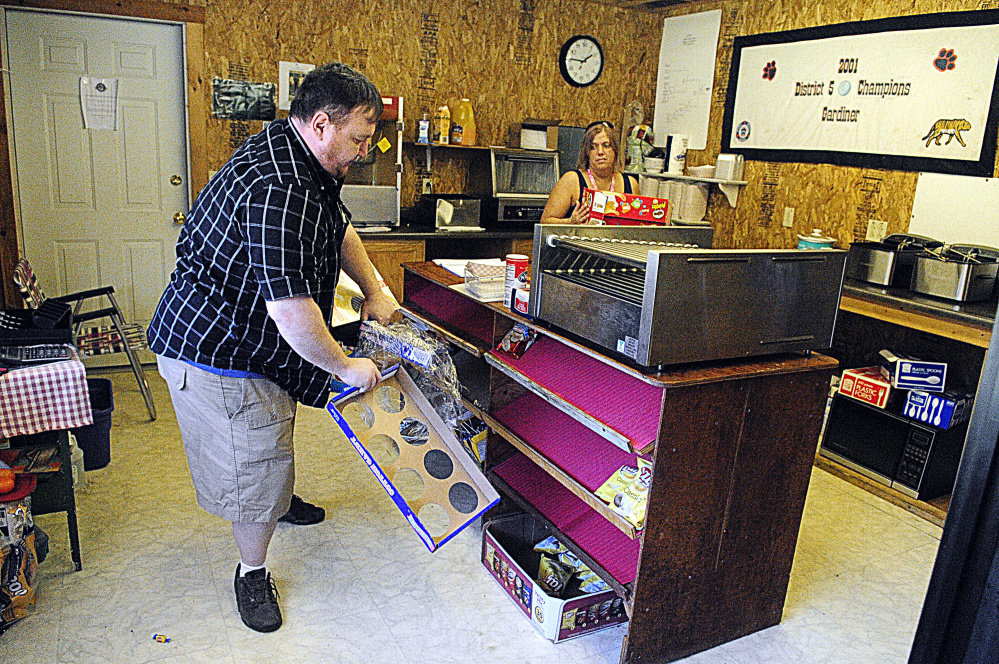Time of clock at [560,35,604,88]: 1:45
